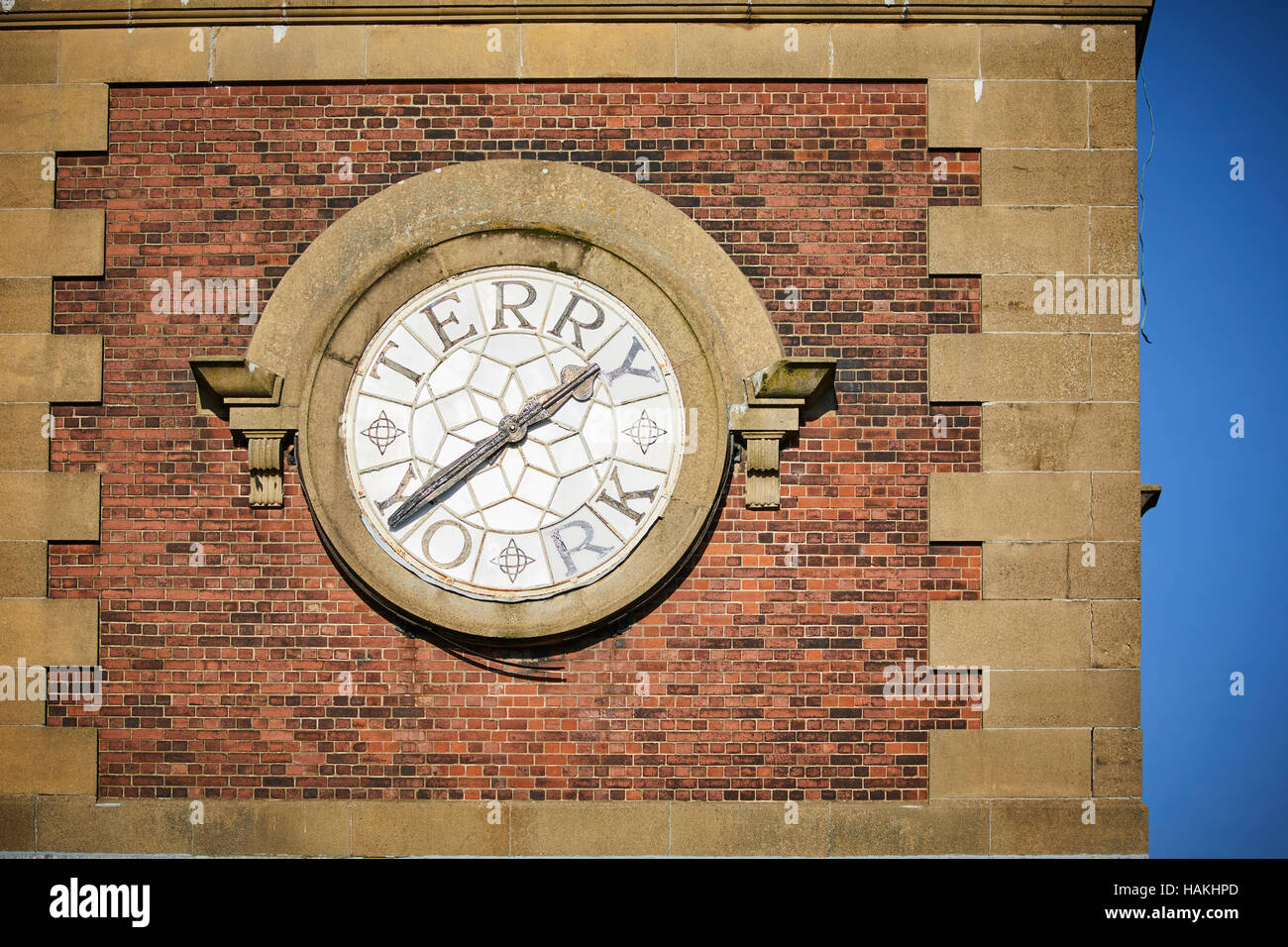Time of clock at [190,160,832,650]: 1:38
